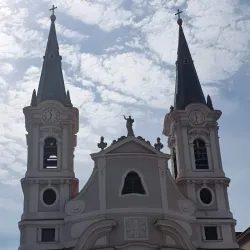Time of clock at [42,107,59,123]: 11:32
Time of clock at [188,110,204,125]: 11:32
